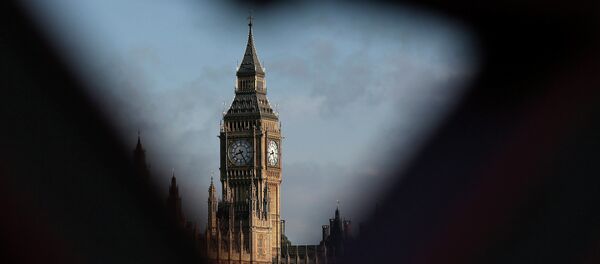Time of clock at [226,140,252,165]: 8:25
